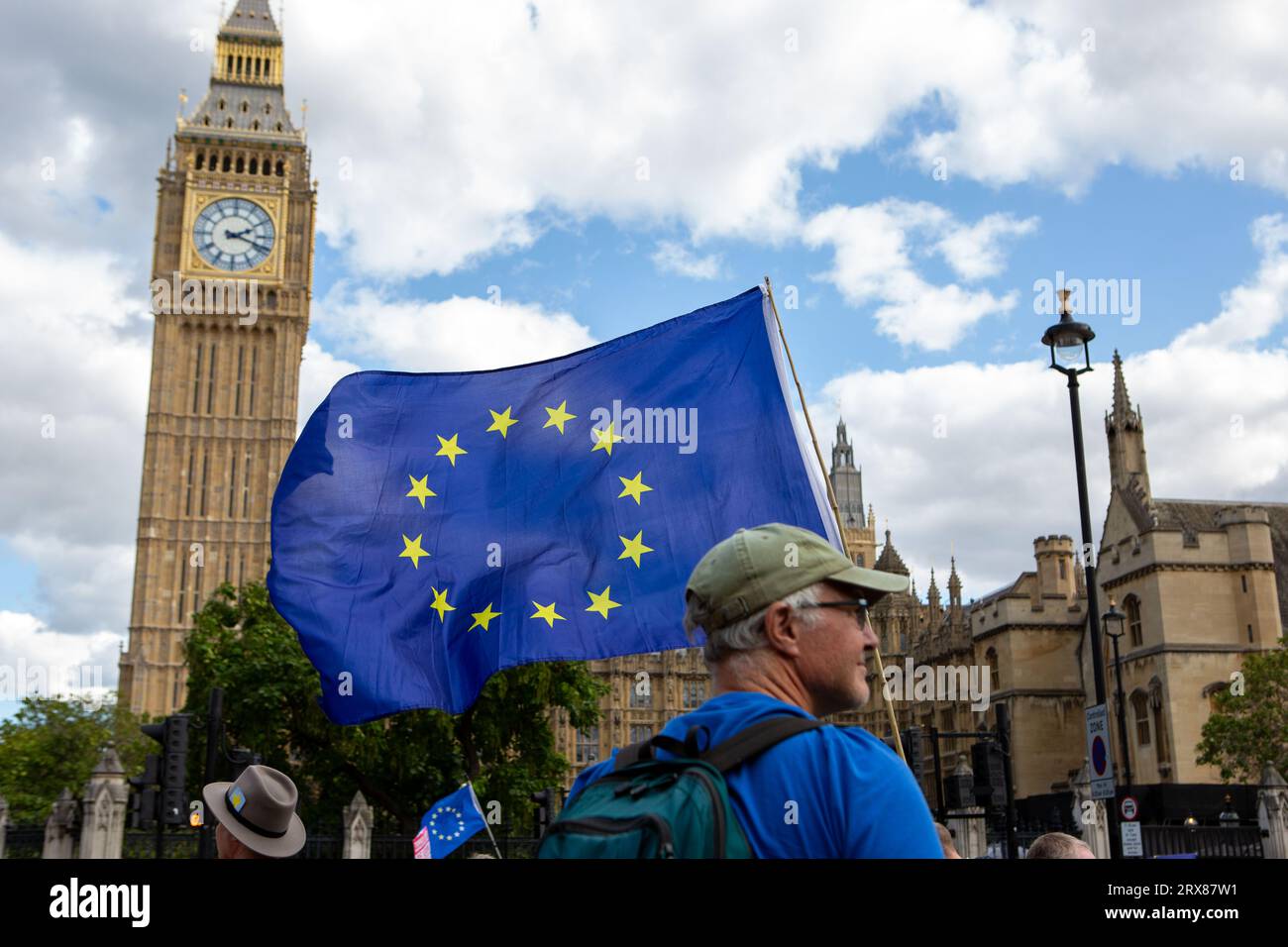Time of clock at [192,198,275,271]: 2:18
